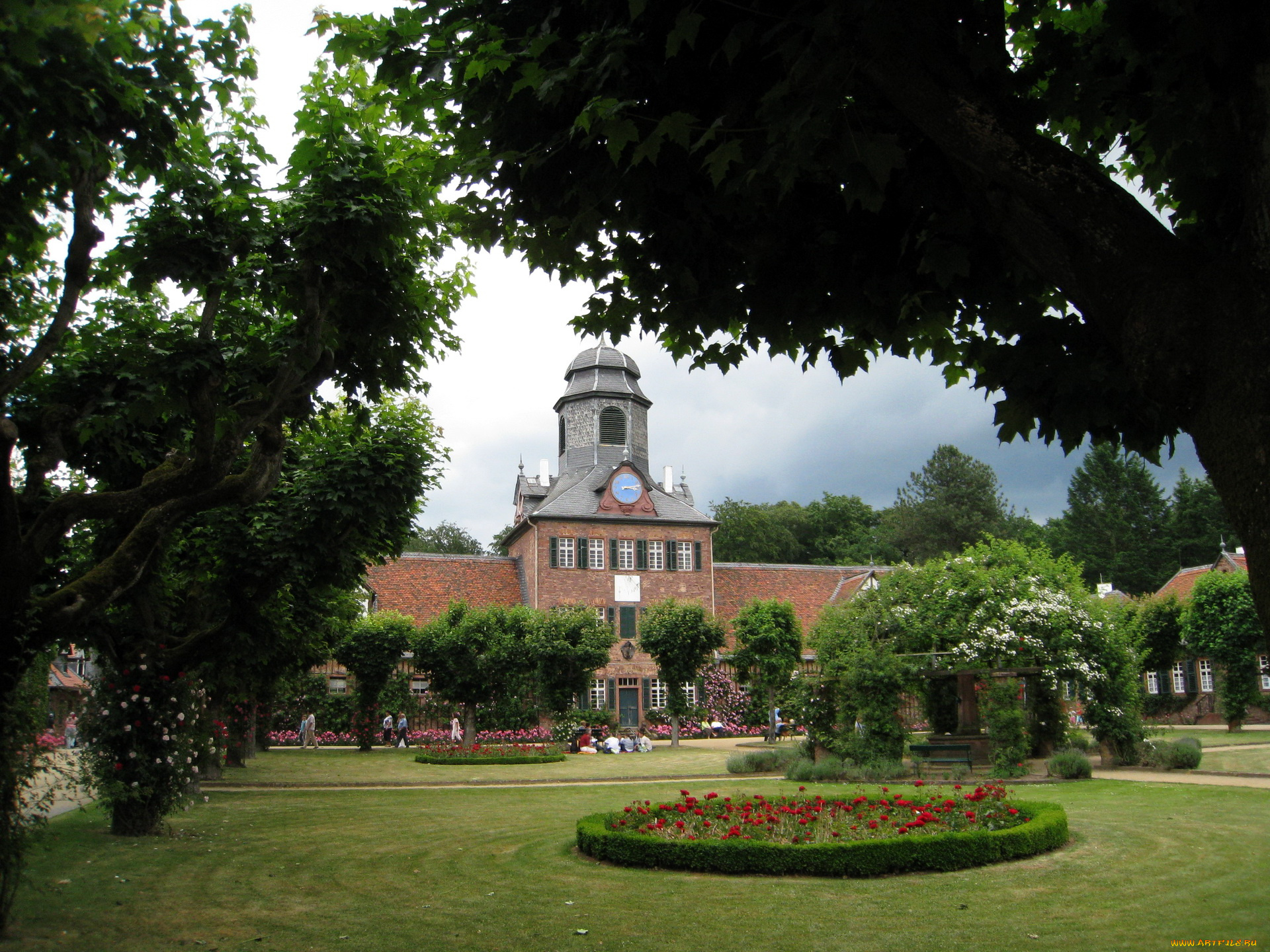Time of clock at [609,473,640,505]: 3:13
